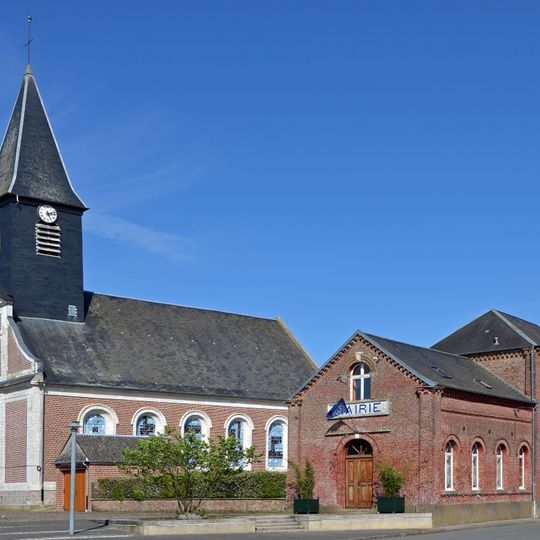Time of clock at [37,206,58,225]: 5:12
